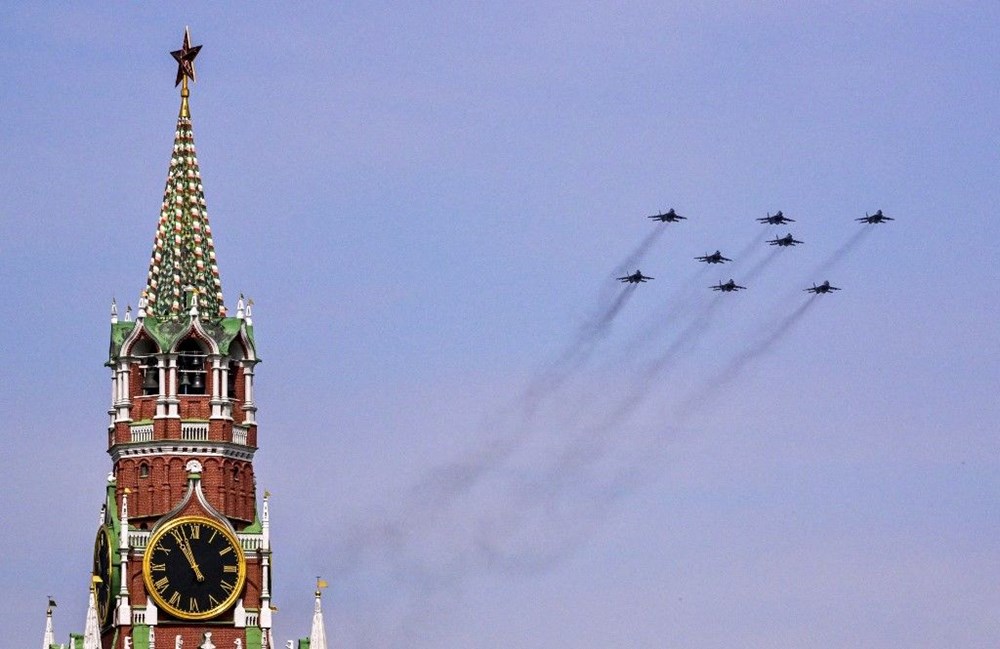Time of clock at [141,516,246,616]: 10:56
